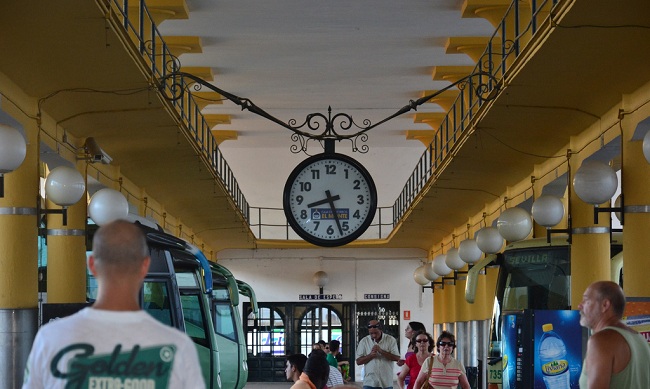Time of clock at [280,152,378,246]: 8:26
